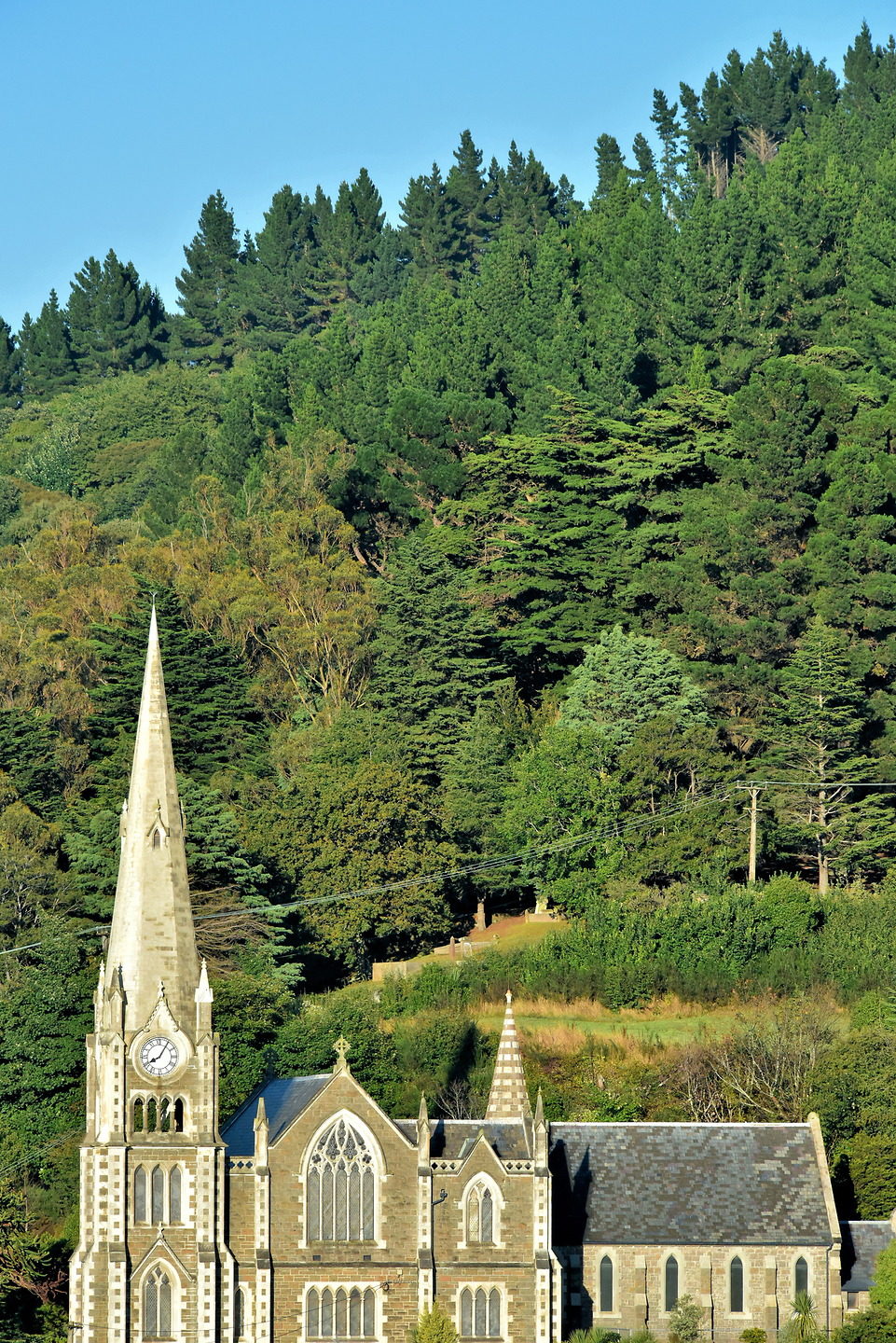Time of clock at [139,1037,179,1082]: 8:05
